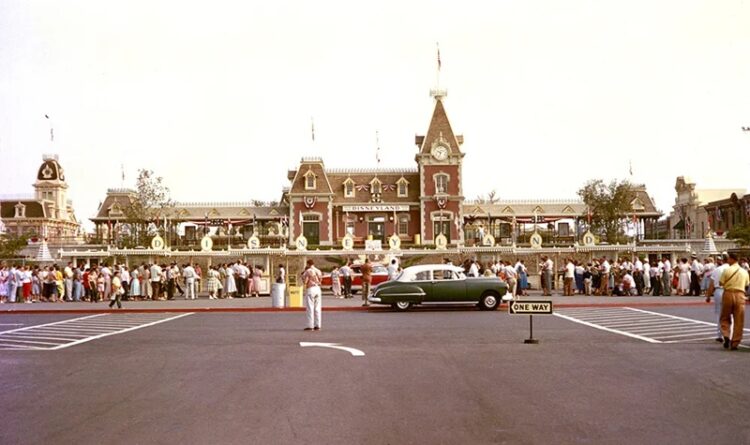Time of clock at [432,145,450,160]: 9:33
